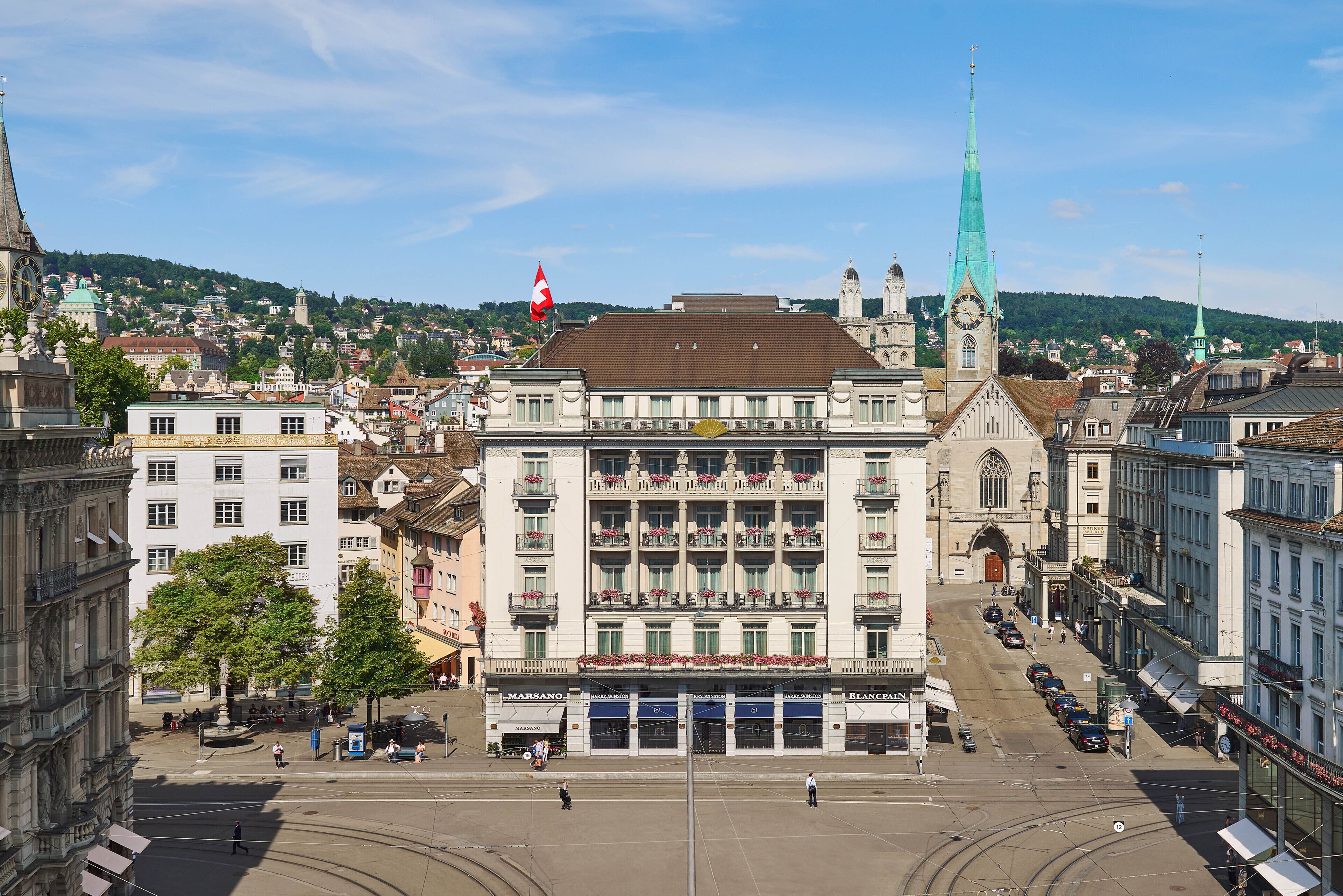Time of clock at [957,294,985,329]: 4:45
